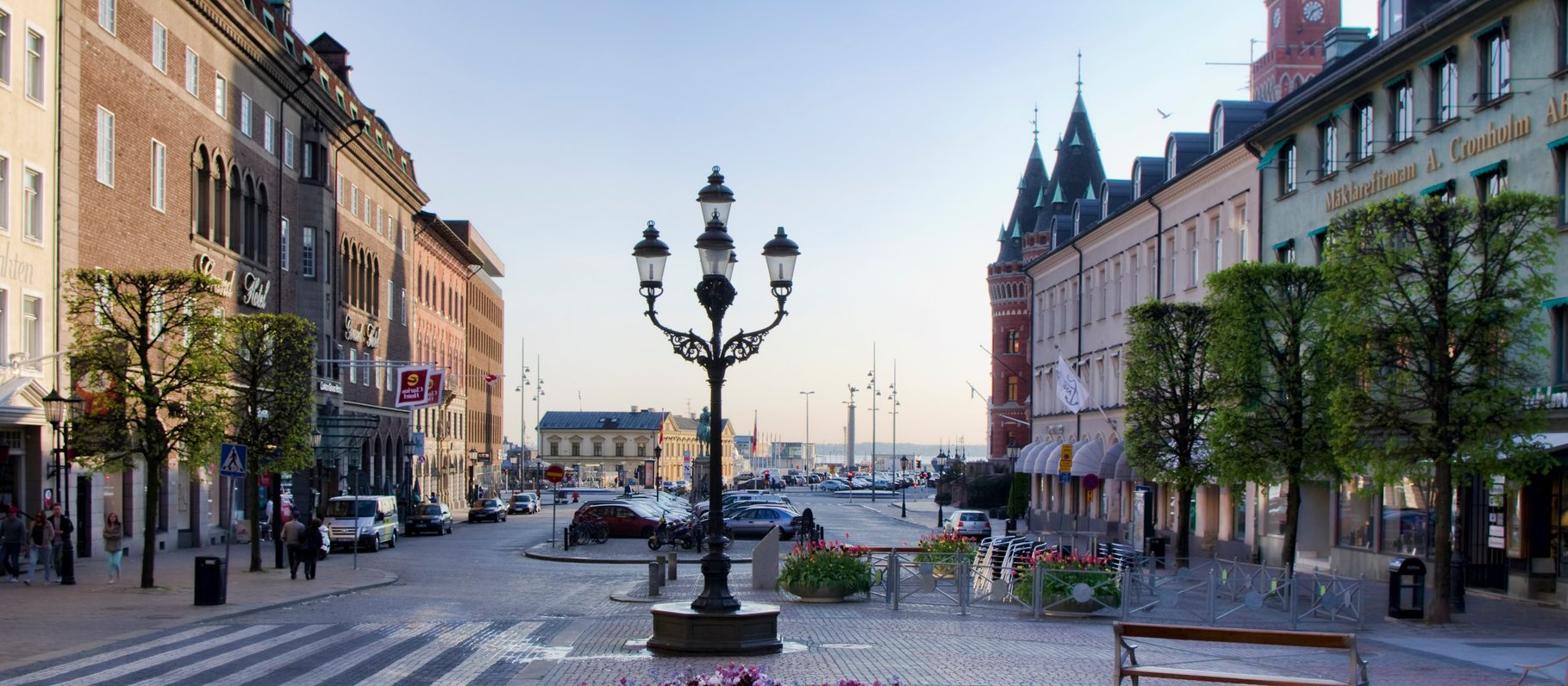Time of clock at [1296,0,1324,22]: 7:09
